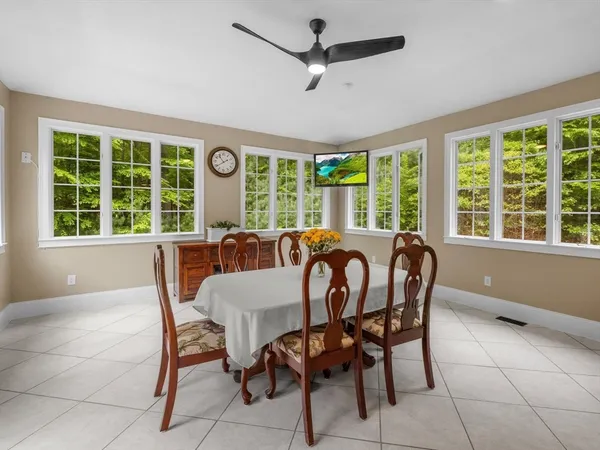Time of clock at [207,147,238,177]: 10:39
